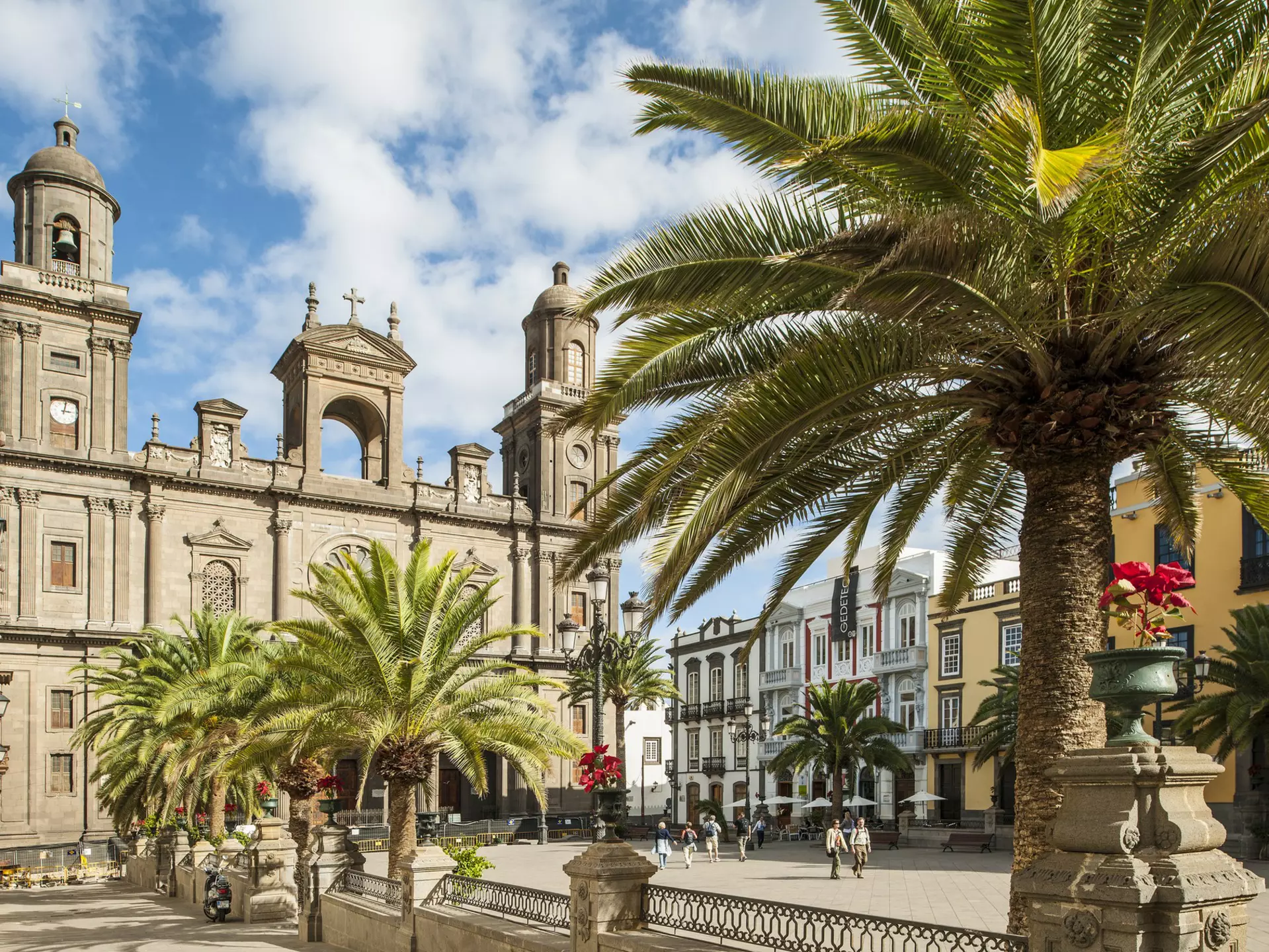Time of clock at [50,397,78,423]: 3:01
